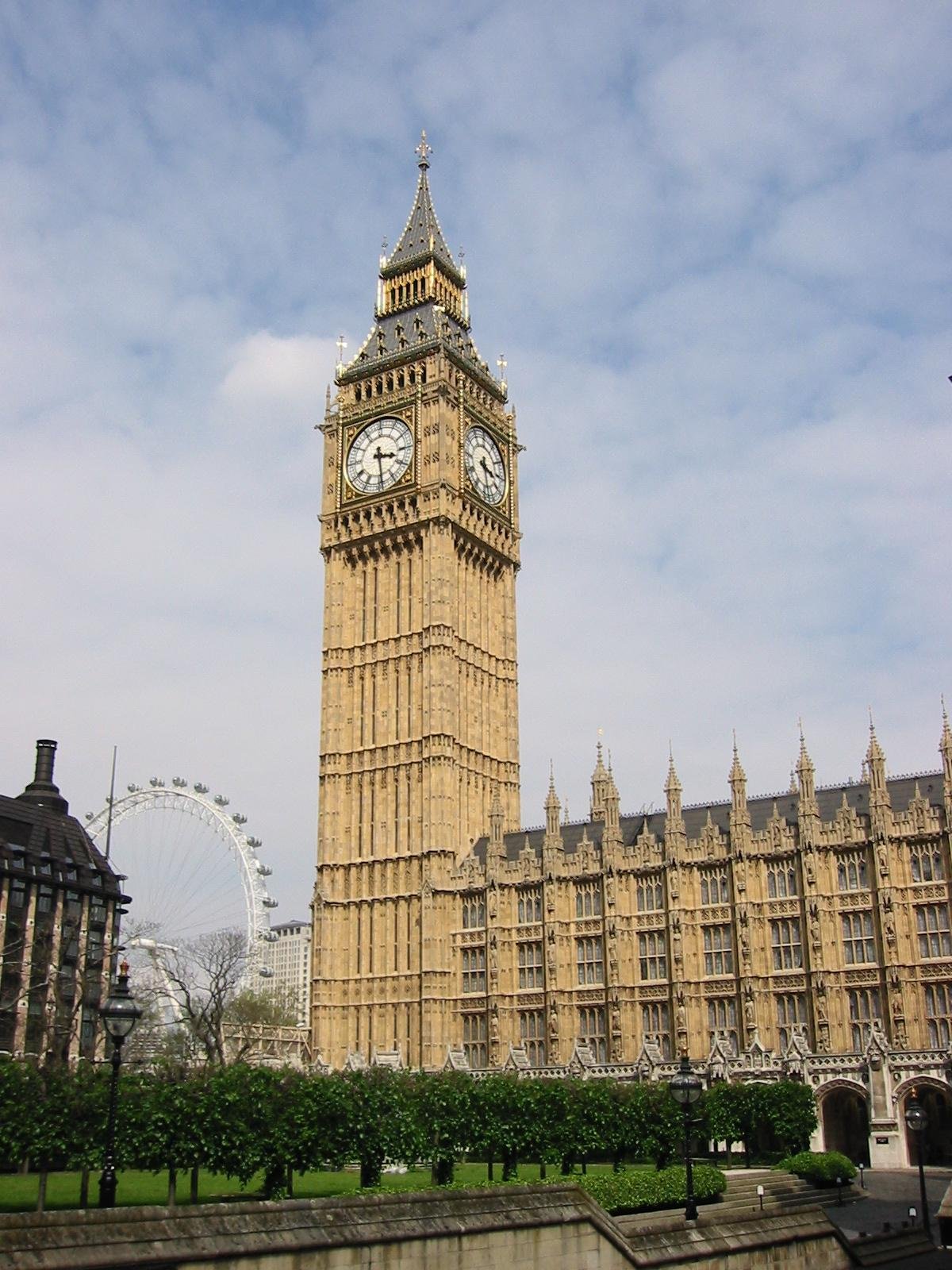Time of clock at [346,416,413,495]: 3:29
